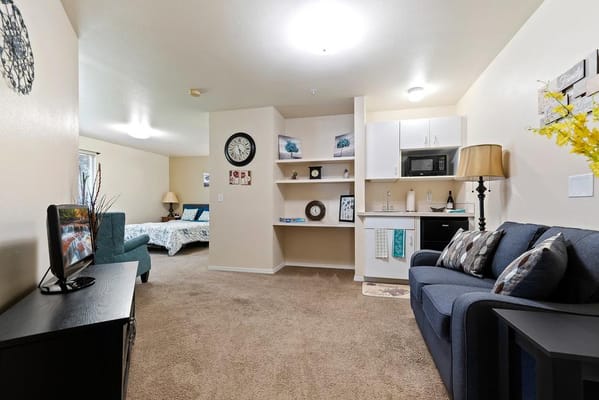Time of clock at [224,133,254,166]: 4:28
